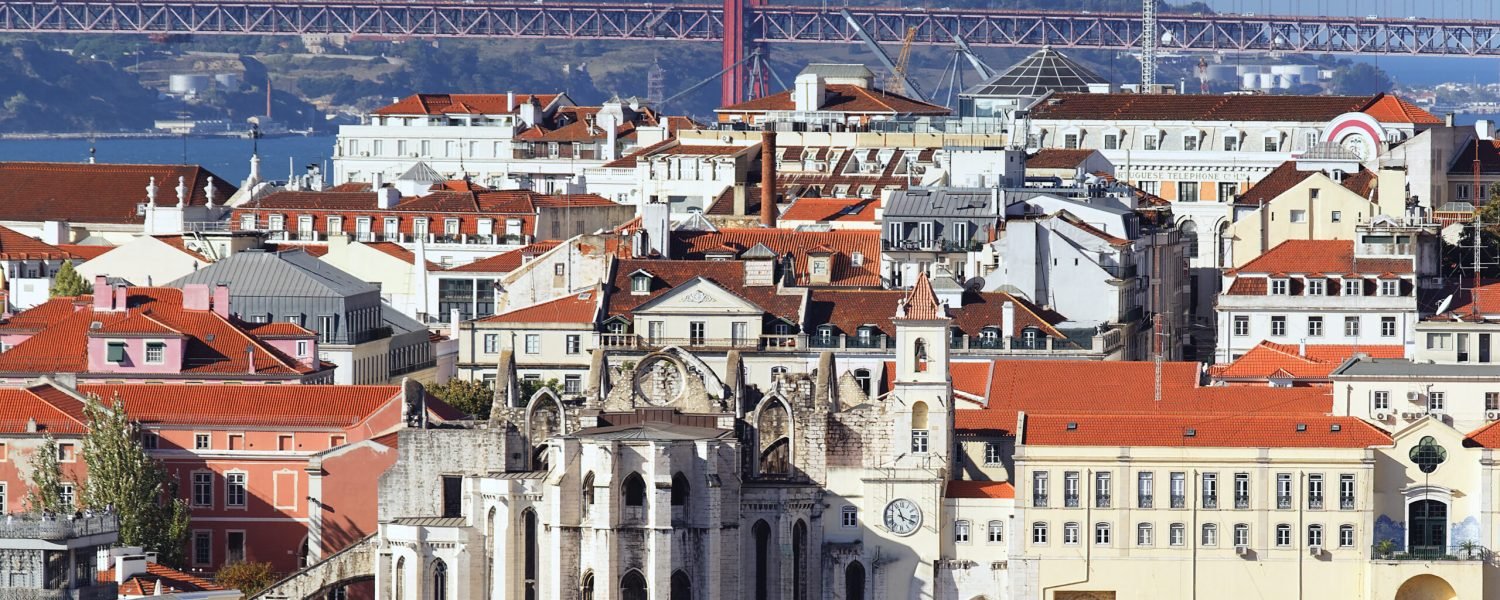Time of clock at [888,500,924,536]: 11:18
